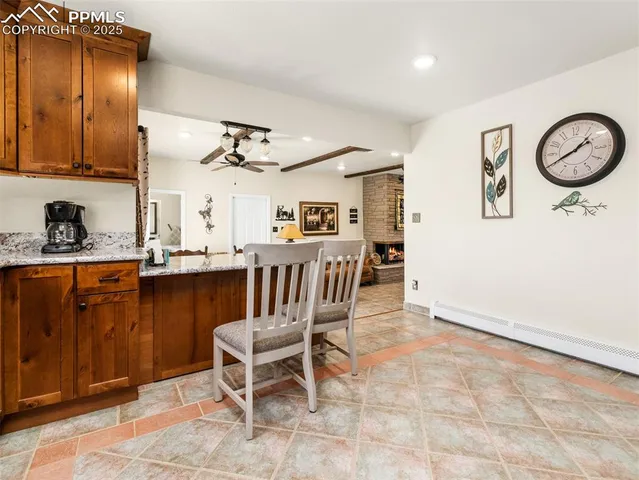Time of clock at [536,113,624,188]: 1:40
